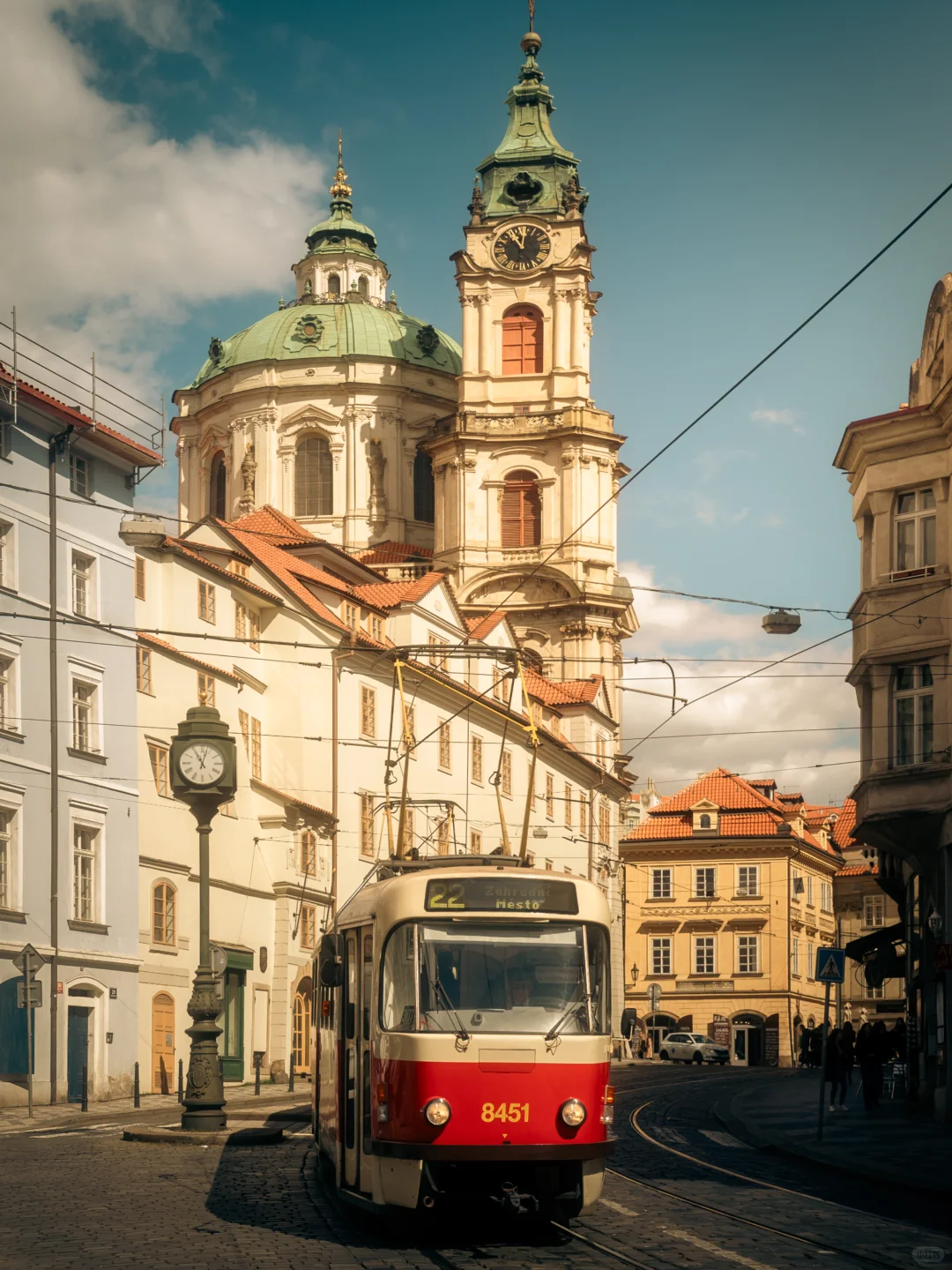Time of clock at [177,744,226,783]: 11:02
